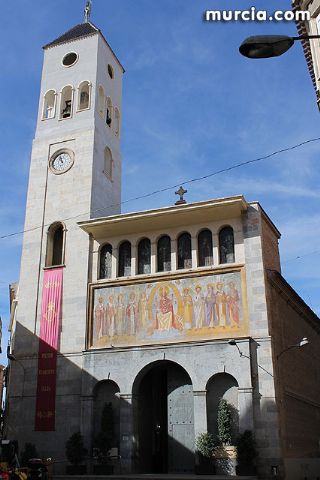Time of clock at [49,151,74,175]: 10:56
